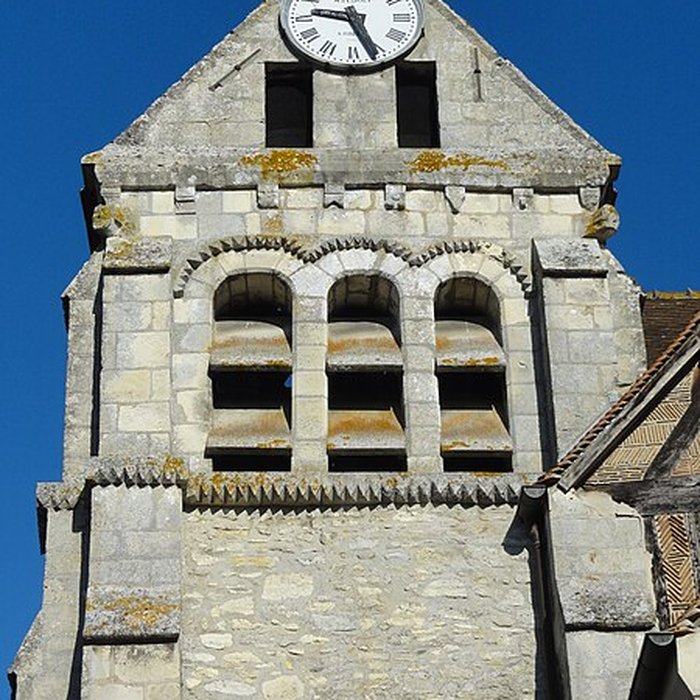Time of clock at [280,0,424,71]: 9:26
